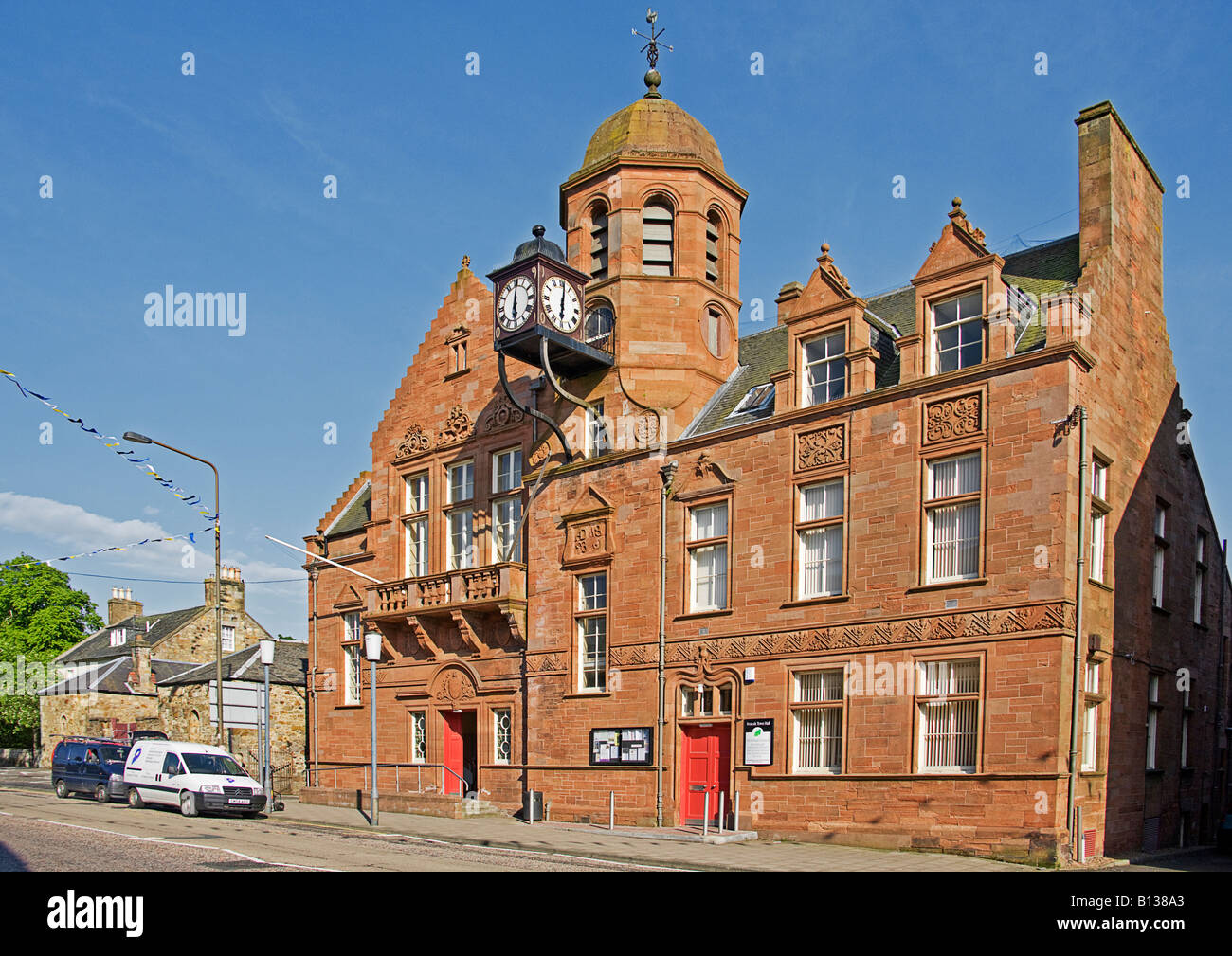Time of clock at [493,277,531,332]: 6:00
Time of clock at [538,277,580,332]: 6:01
